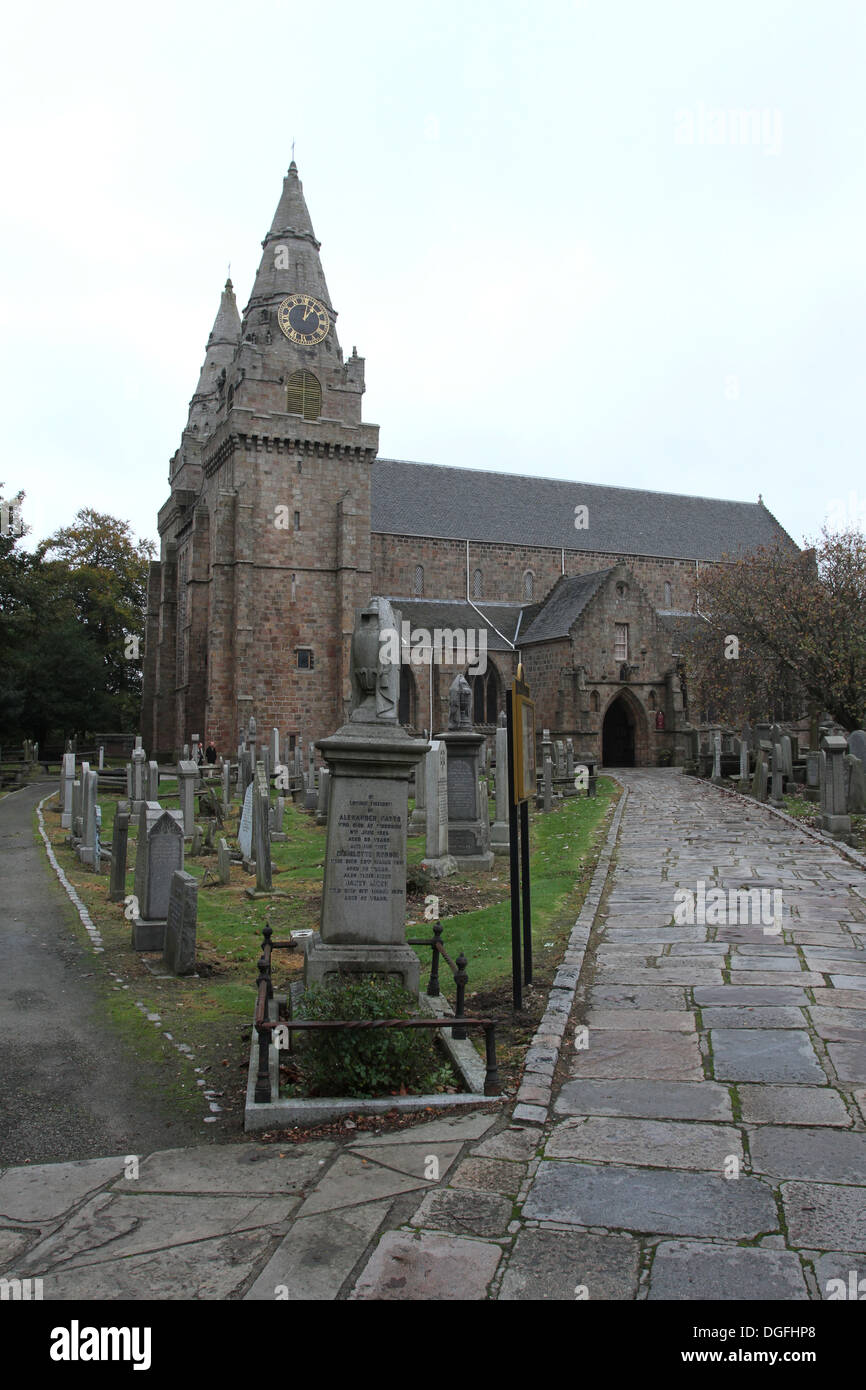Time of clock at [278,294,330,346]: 1:02
